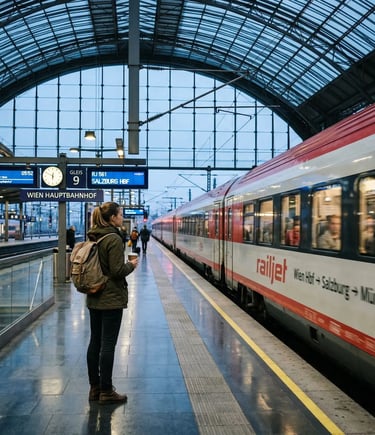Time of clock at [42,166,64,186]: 5:49
